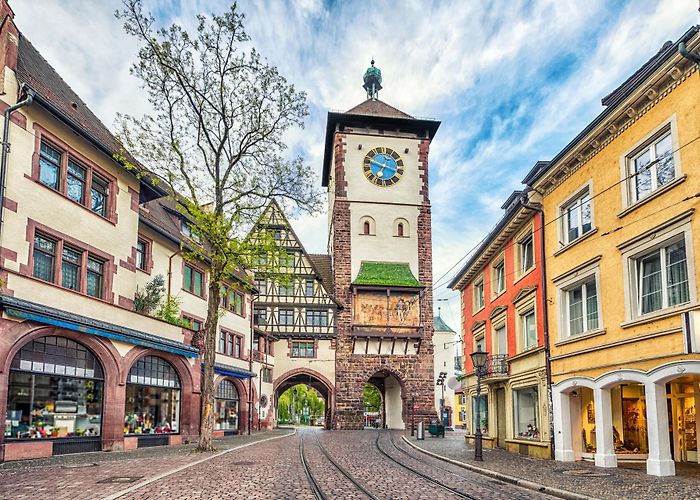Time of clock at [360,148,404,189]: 6:48
